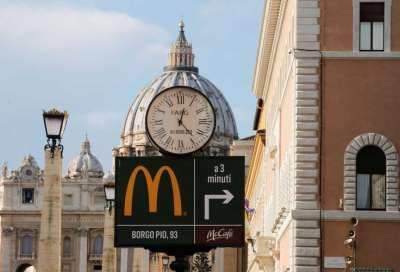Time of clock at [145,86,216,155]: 12:23
